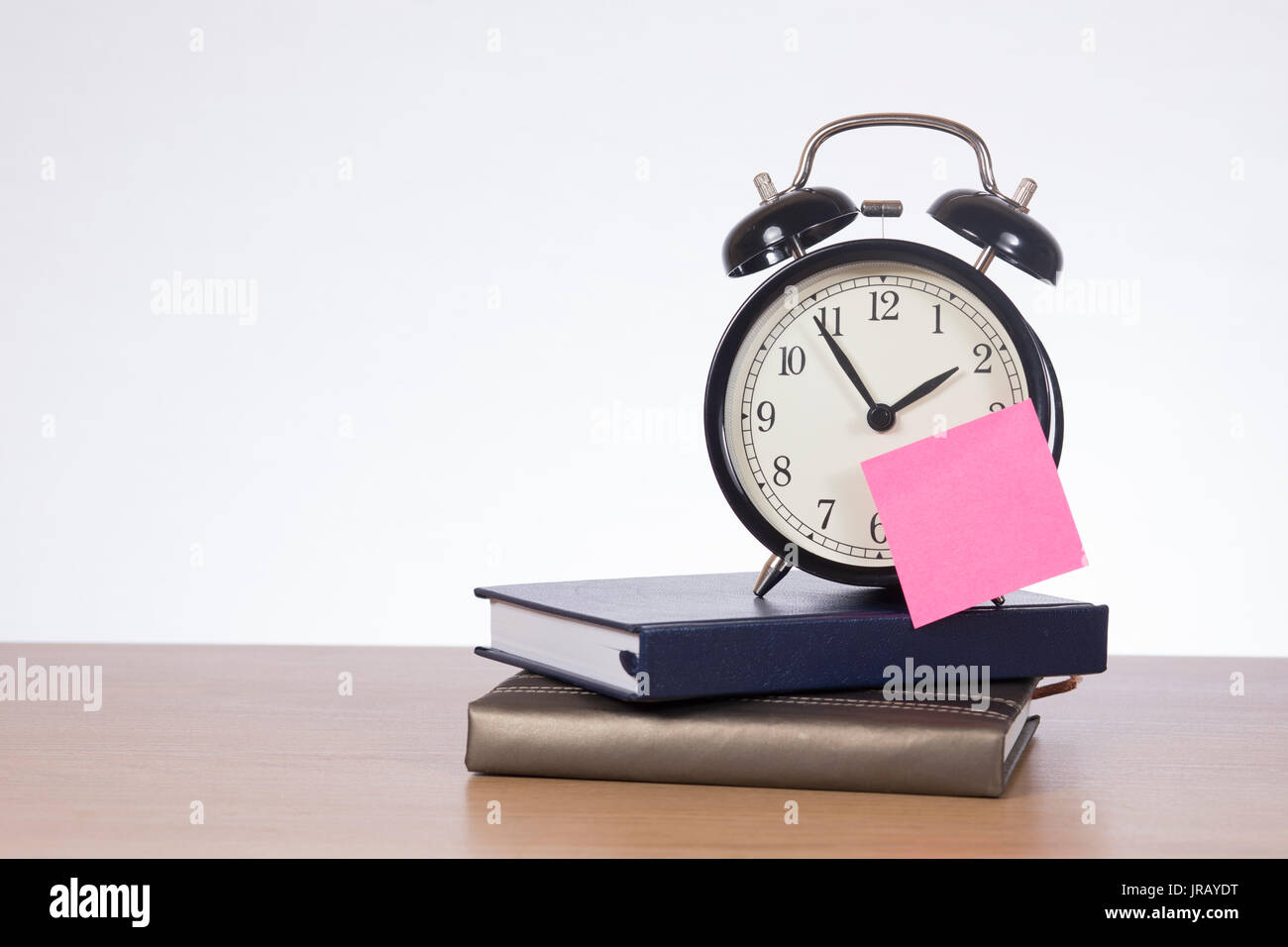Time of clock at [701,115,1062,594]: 1:54
